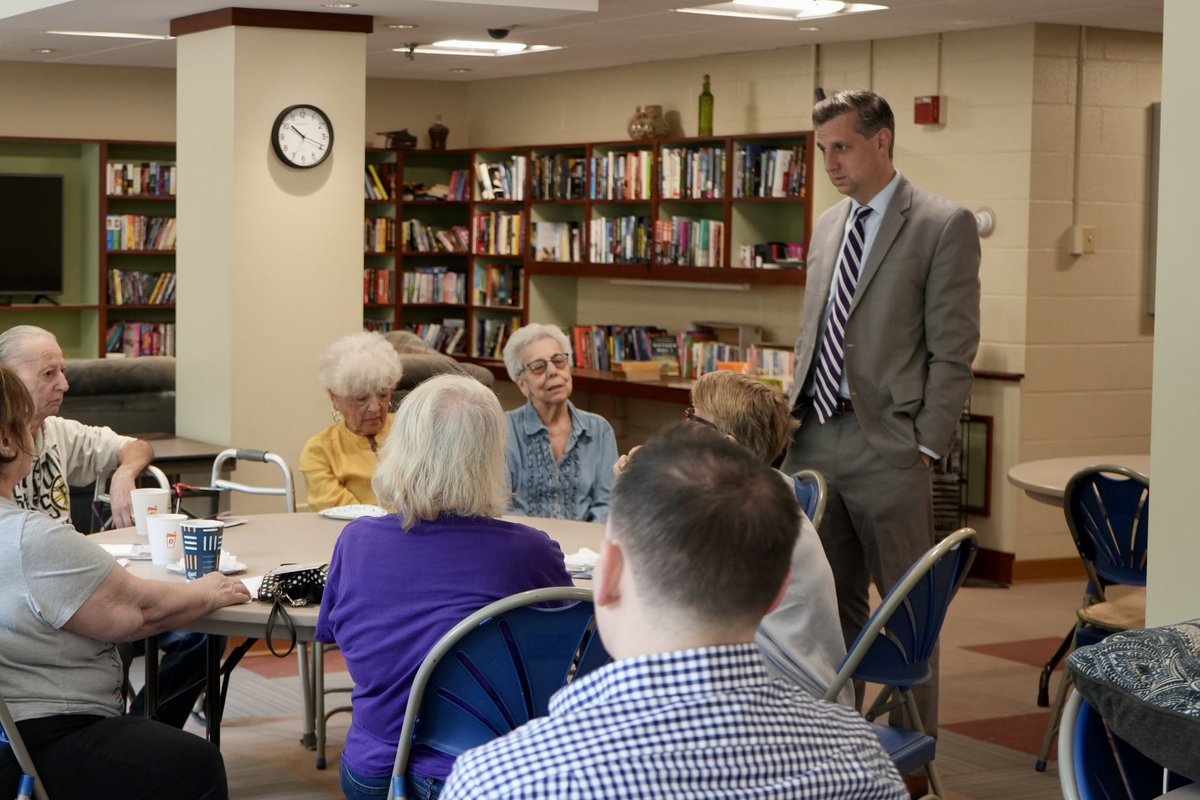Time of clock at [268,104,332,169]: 10:18
